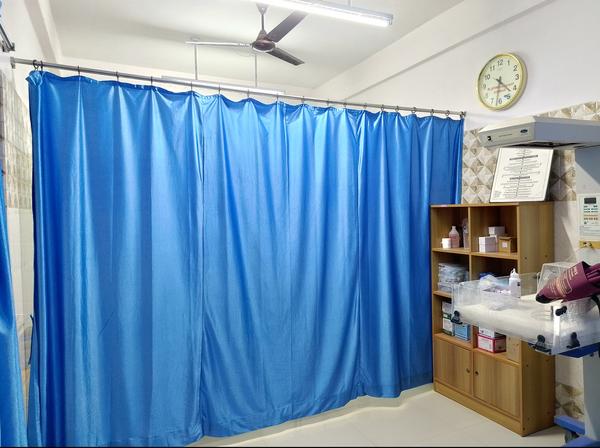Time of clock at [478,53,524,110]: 4:31
